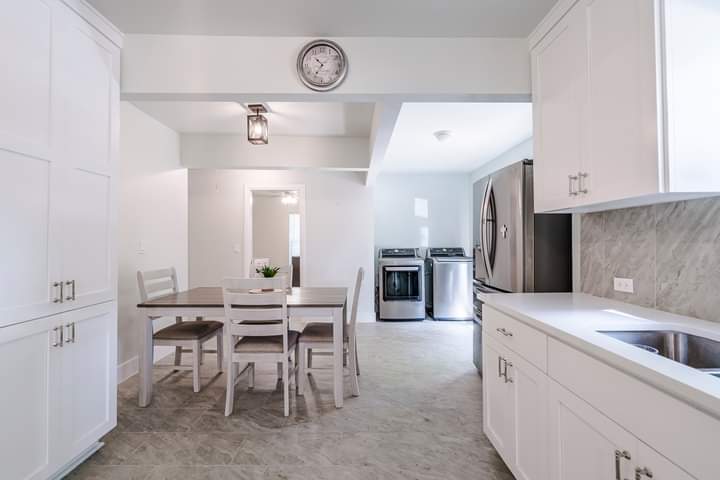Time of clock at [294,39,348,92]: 10:35
